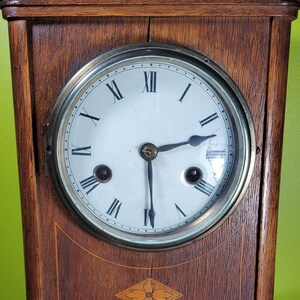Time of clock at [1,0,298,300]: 2:29
